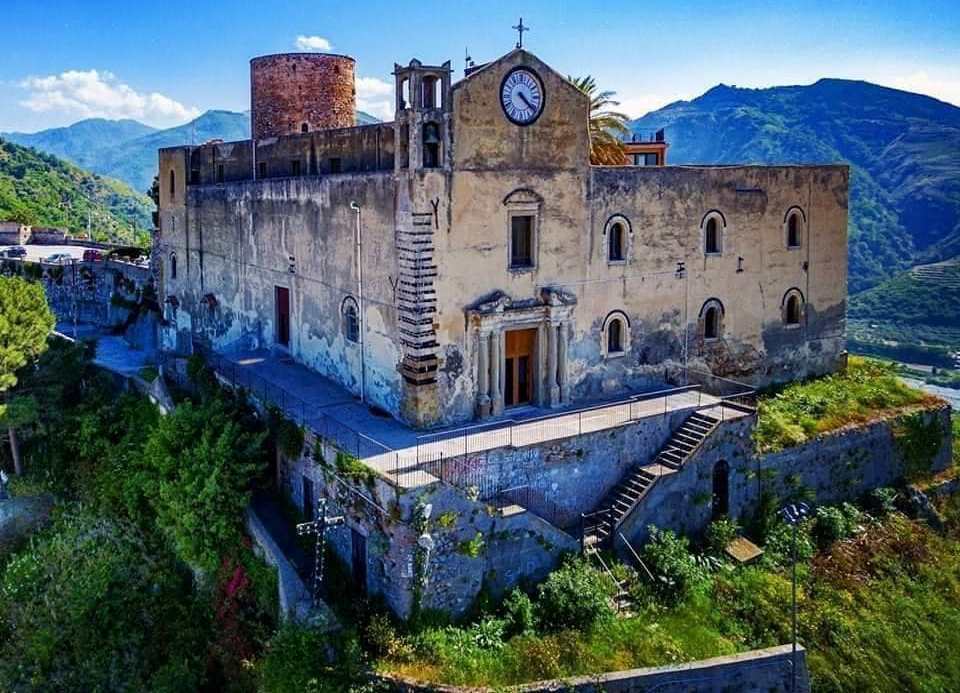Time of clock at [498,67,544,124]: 4:21
